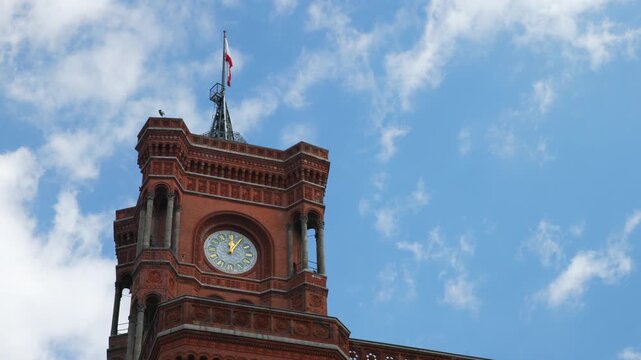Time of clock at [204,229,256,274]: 12:05
